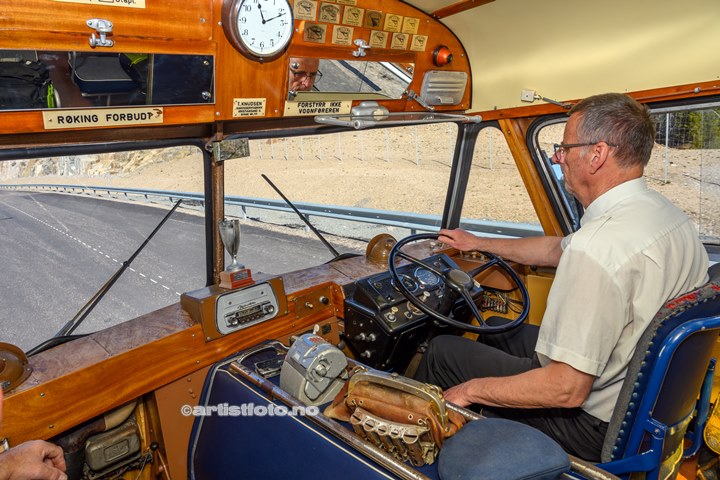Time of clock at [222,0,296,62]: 11:11
